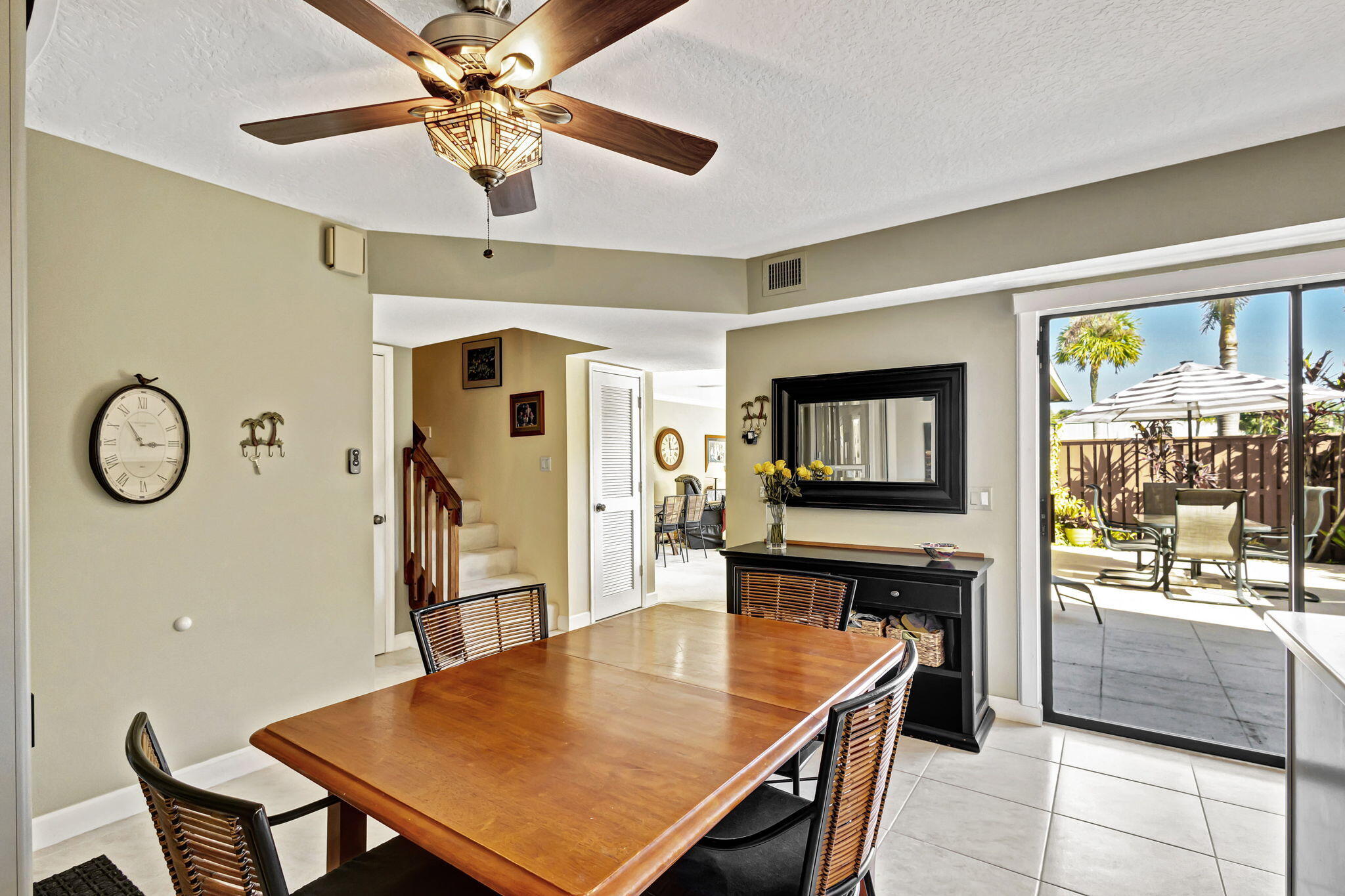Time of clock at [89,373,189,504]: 2:53
